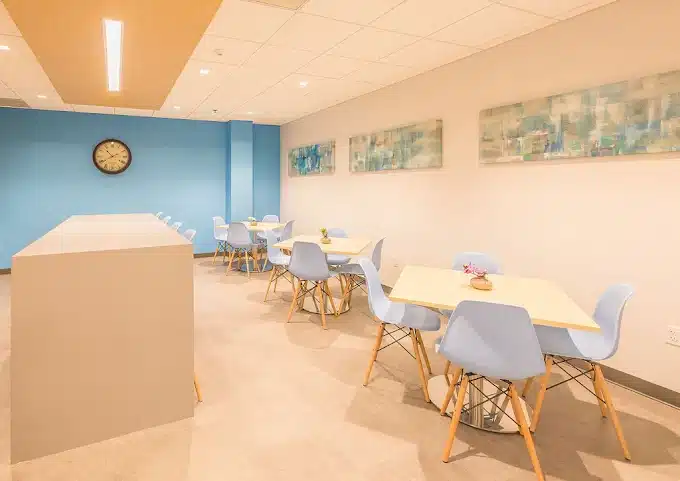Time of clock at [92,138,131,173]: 10:40
